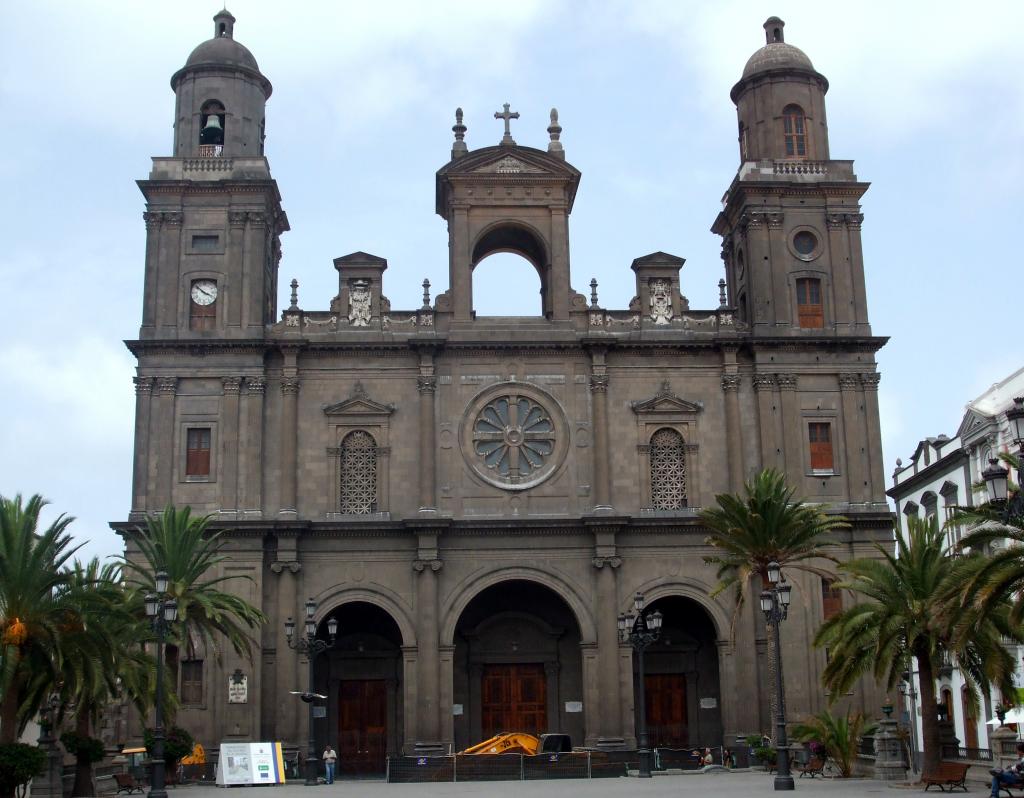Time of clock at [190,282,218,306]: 3:51
